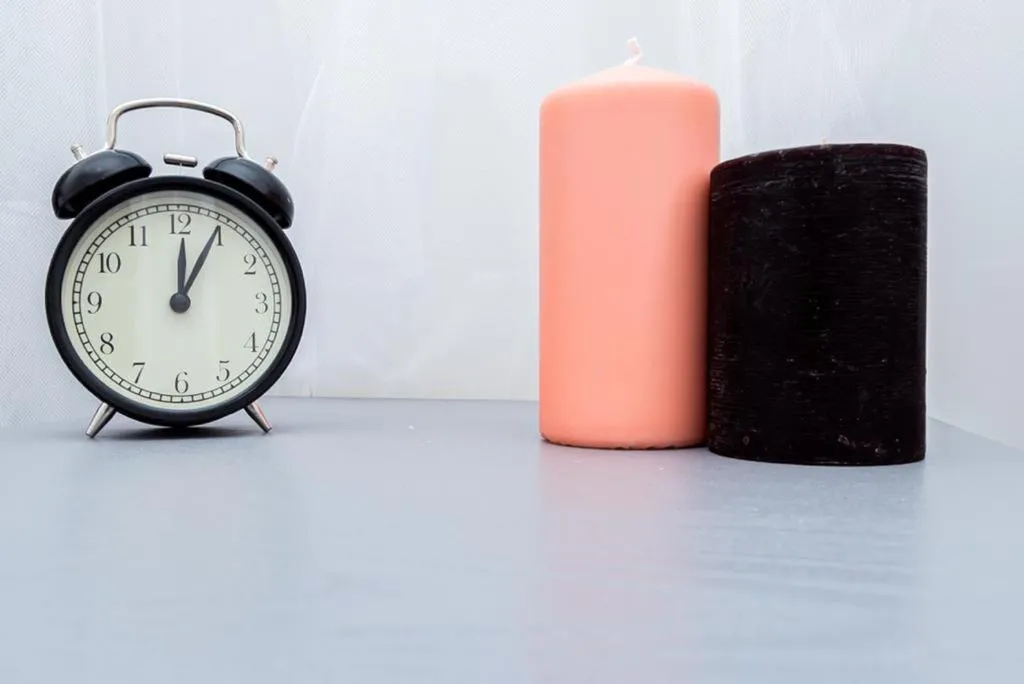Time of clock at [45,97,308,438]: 12:04
